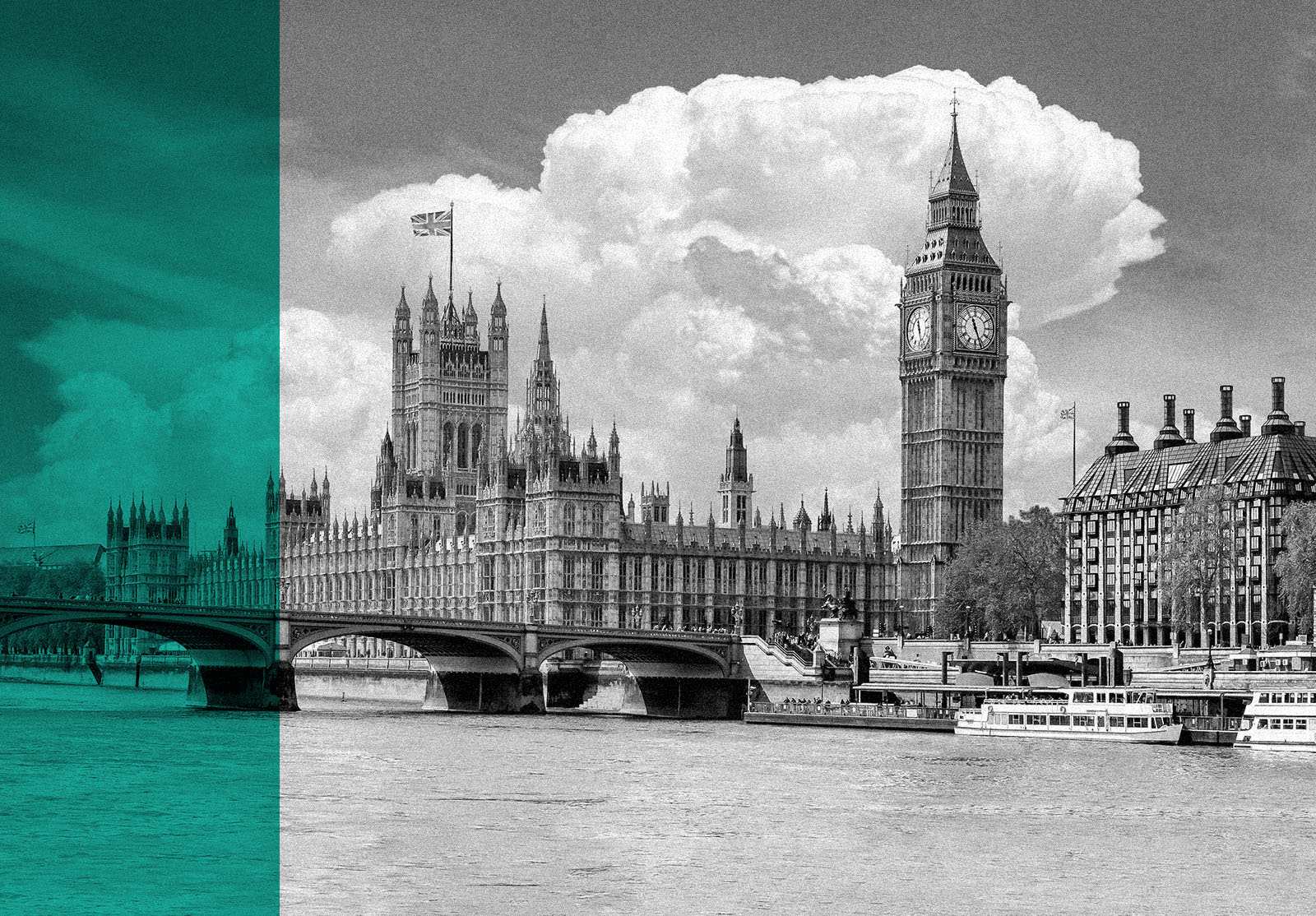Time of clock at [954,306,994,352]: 11:26
